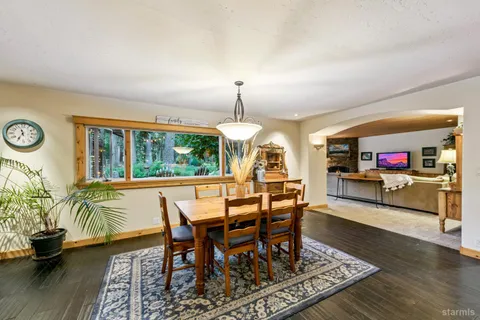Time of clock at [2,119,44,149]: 11:35
